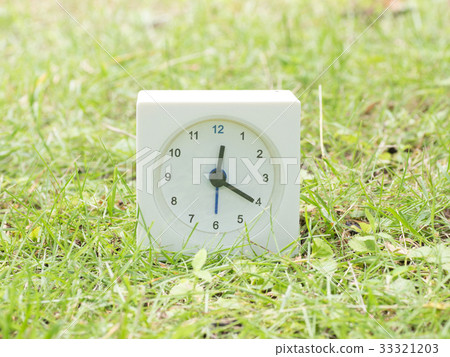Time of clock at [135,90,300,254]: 12:20
